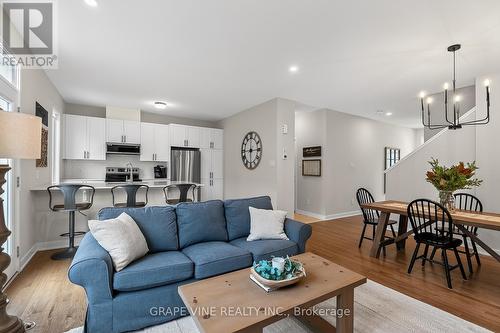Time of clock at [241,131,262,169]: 6:14
